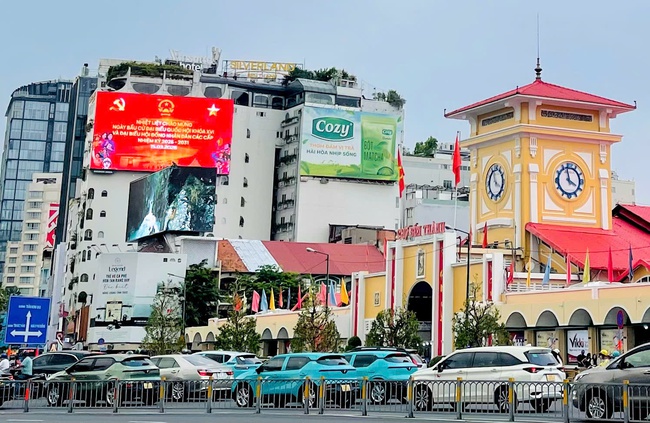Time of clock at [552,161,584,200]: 3:58
